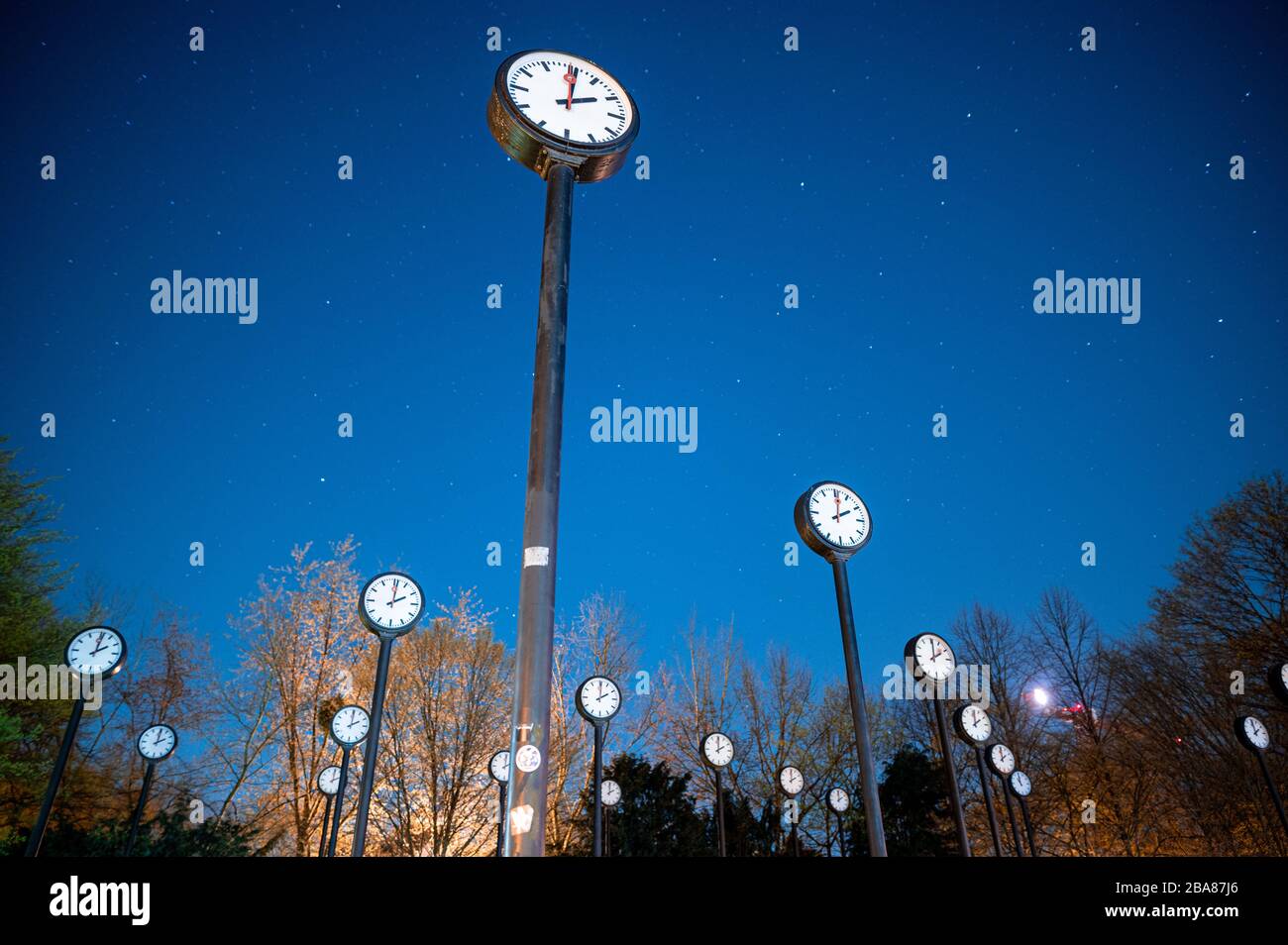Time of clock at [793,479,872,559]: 2:01
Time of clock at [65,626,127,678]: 2:01
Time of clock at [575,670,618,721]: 2:00
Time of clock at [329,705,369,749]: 2:00
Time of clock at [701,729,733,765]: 2:00
